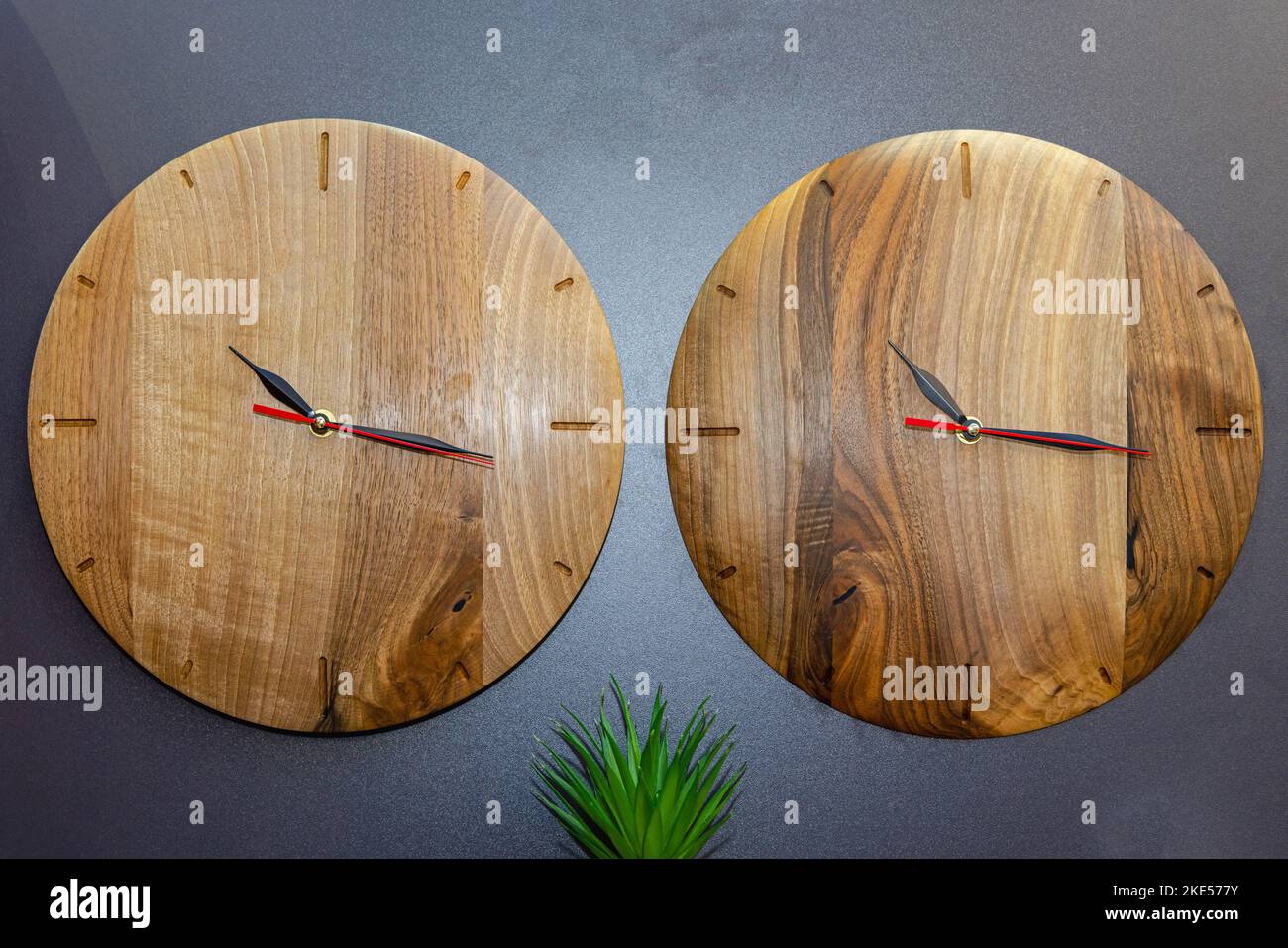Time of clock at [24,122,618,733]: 10:15
